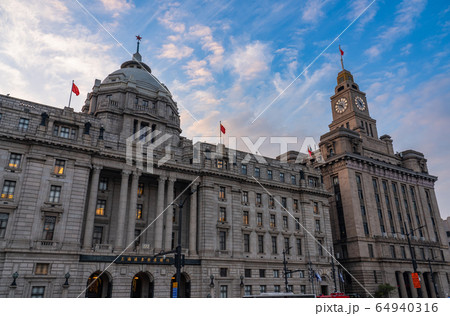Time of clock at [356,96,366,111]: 4:52
